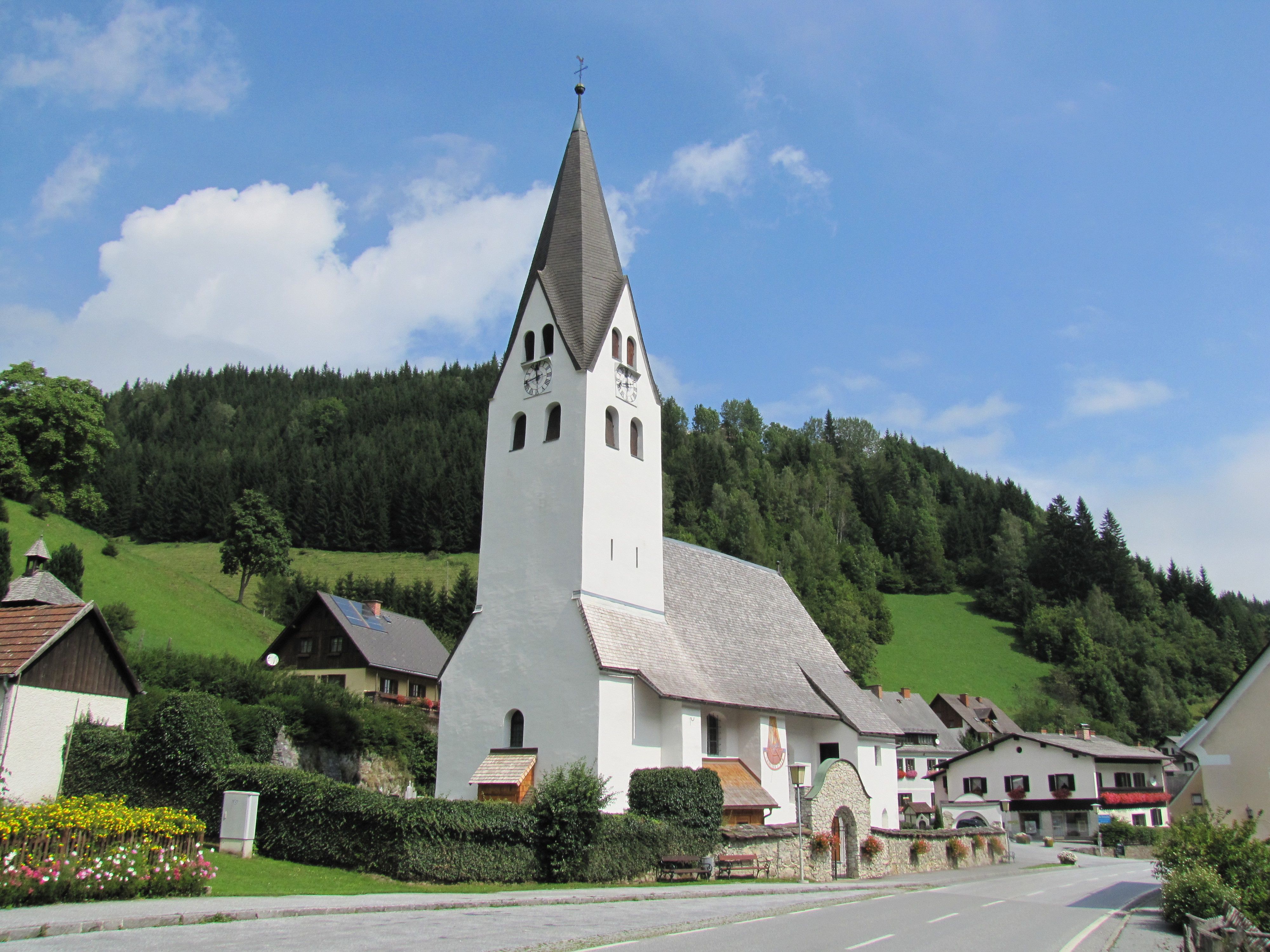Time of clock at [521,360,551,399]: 11:43
